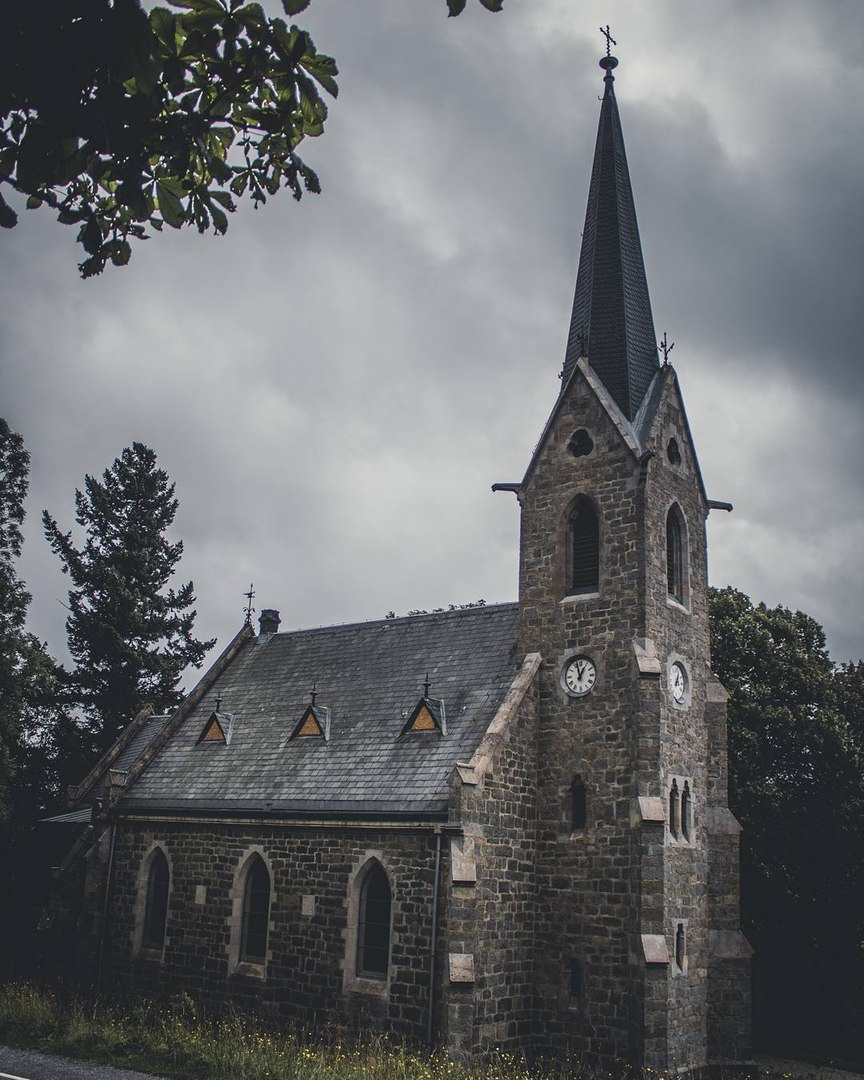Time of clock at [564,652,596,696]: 12:57
